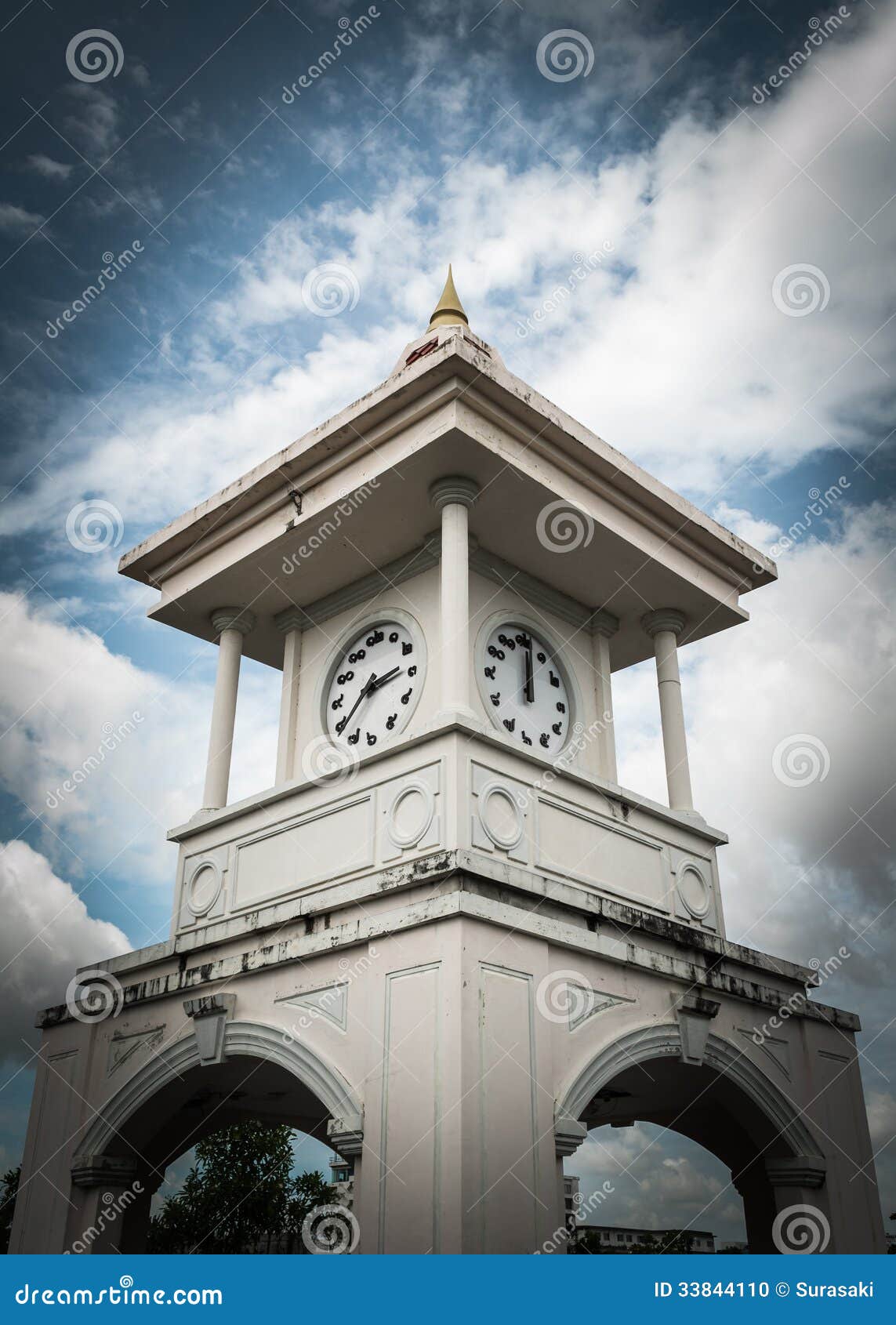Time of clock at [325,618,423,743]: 2:38
